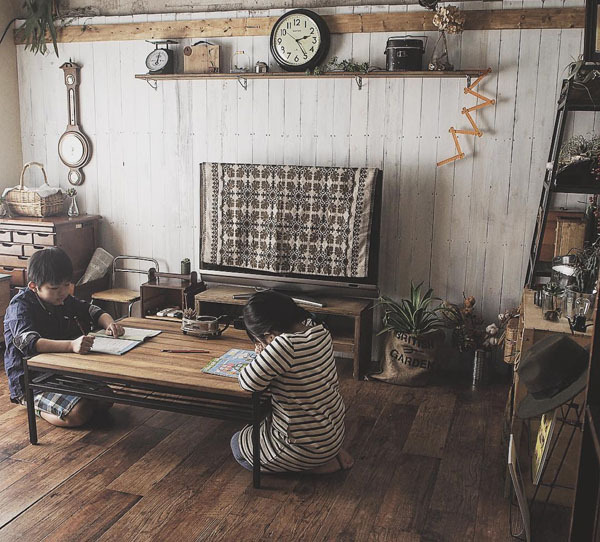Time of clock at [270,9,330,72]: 2:24
